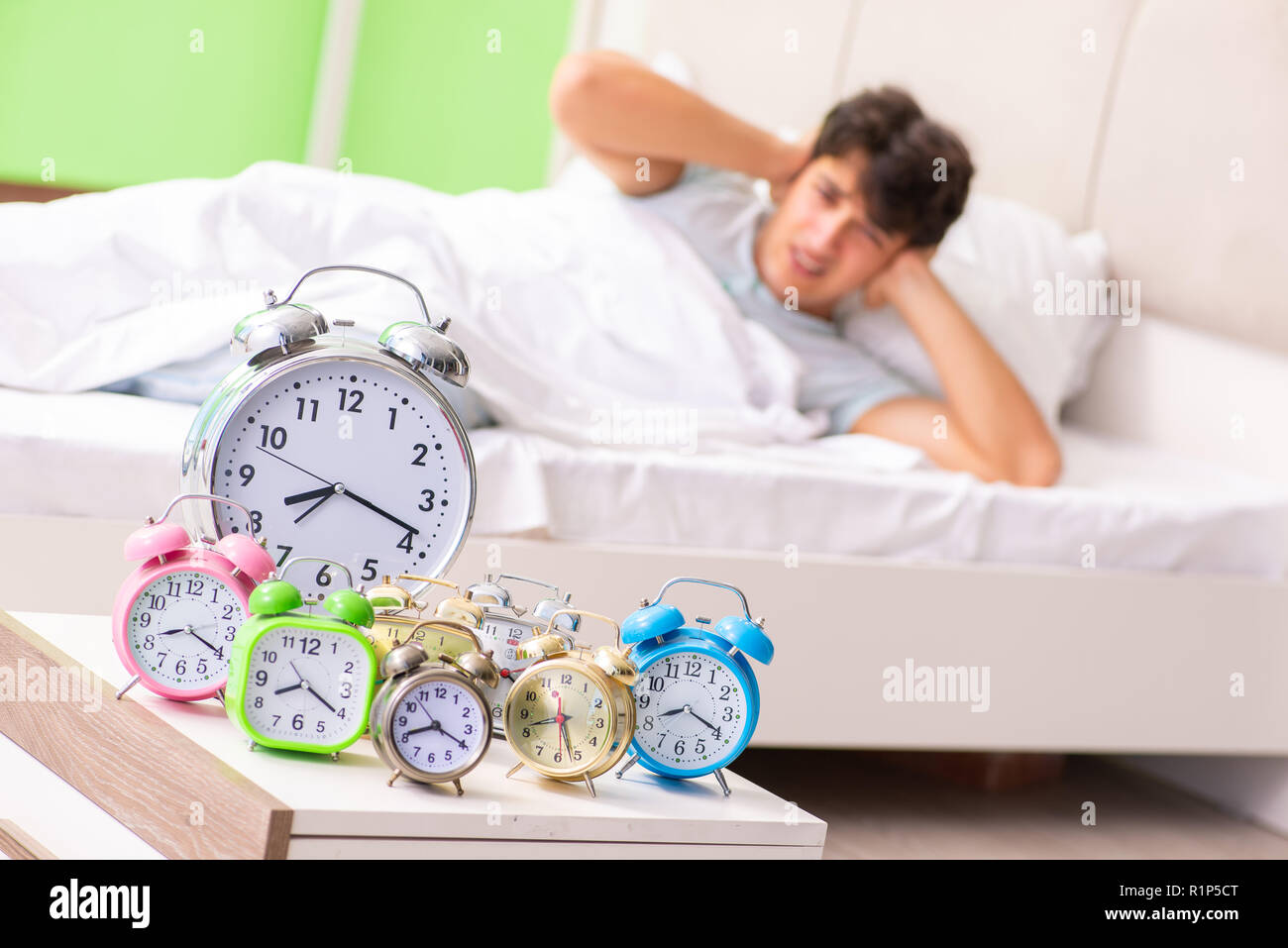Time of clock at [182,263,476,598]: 8:18
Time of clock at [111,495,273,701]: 8:19
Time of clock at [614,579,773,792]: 8:19
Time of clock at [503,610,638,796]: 8:26
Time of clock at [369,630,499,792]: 8:19
